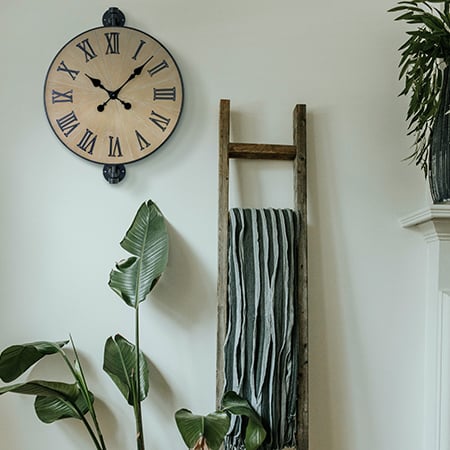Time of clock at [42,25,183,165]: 10:07
